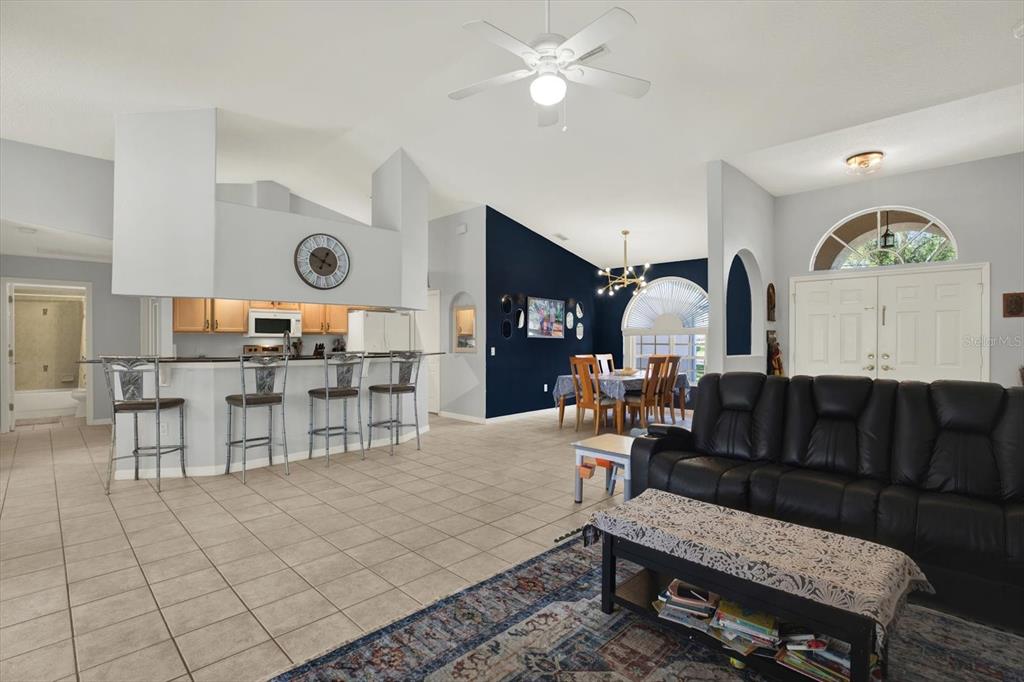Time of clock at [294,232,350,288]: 12:49
